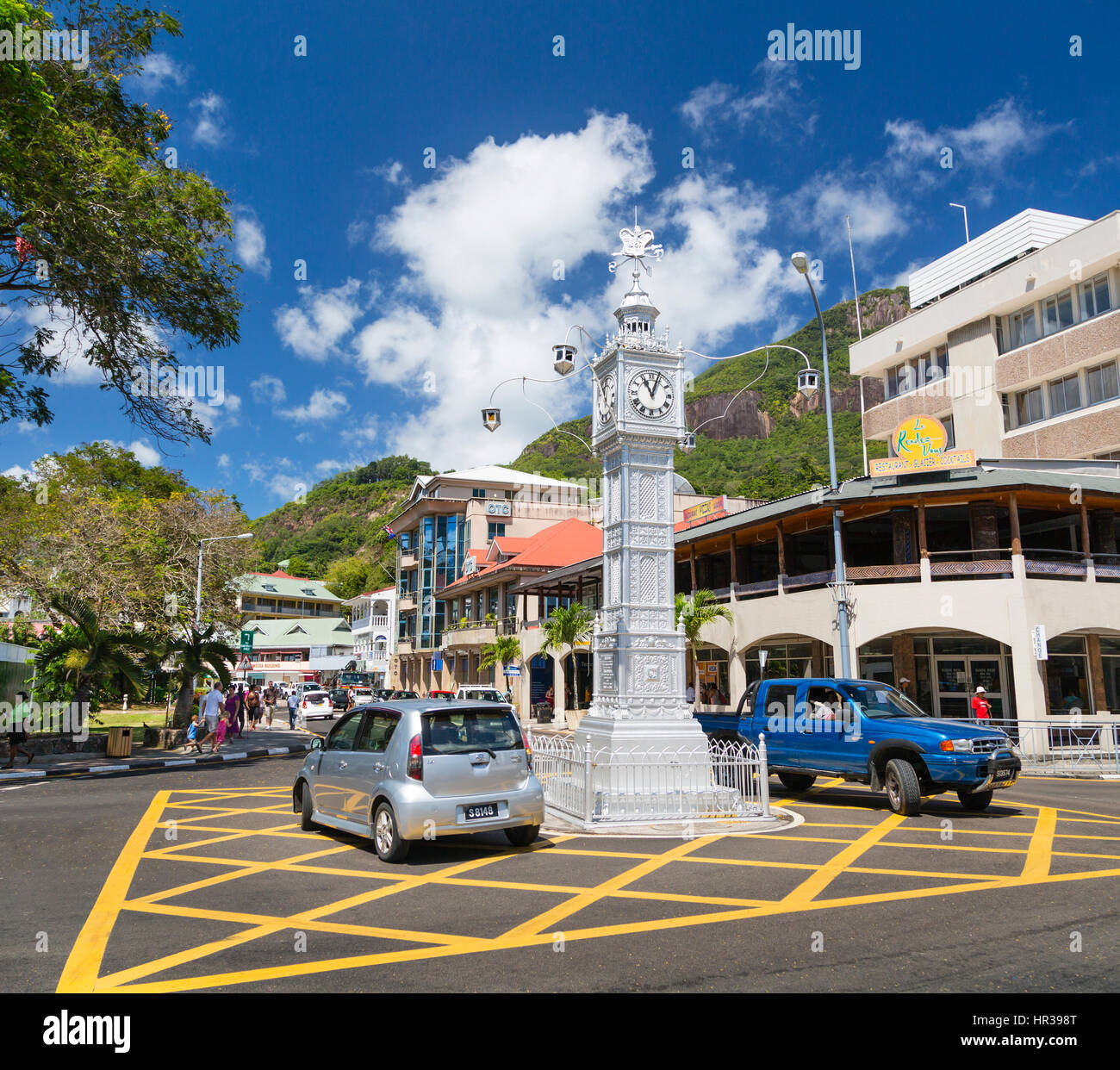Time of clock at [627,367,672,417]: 11:03
